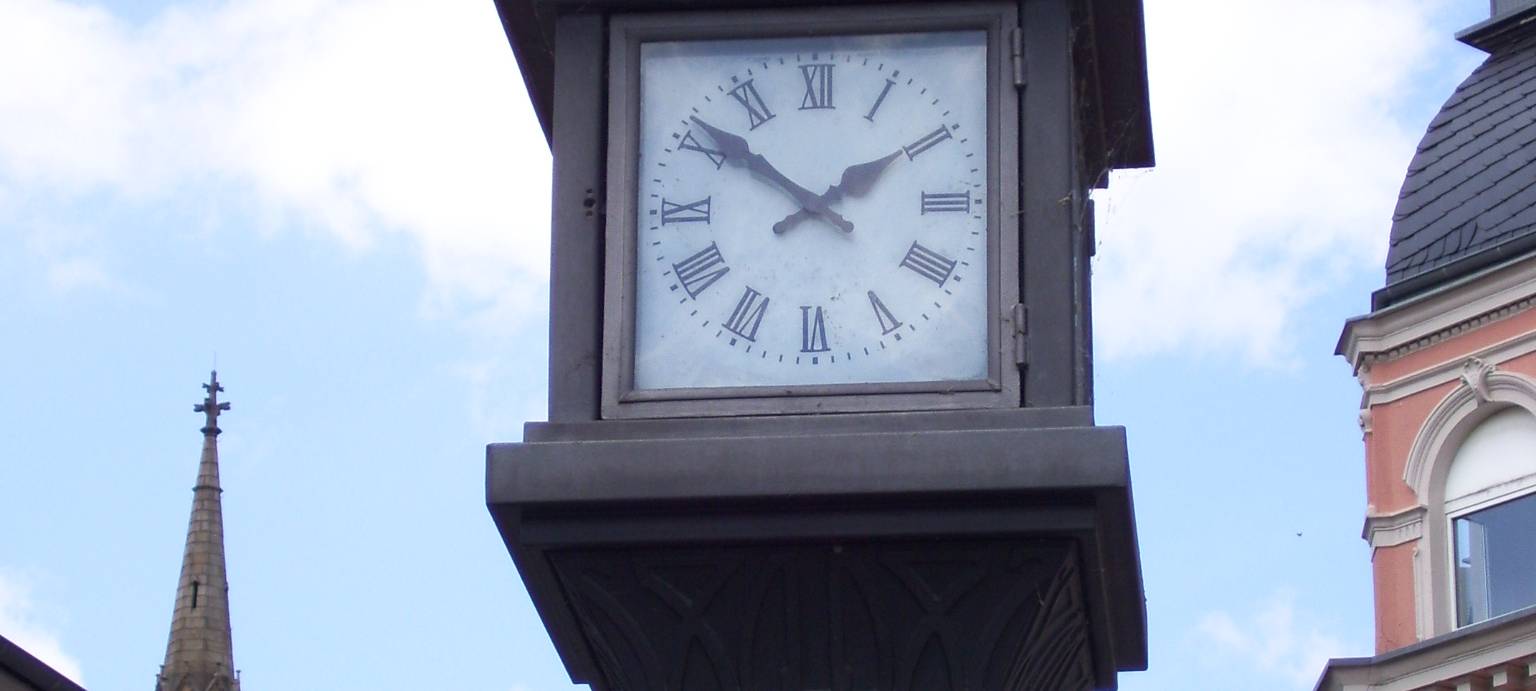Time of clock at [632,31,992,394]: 1:51
